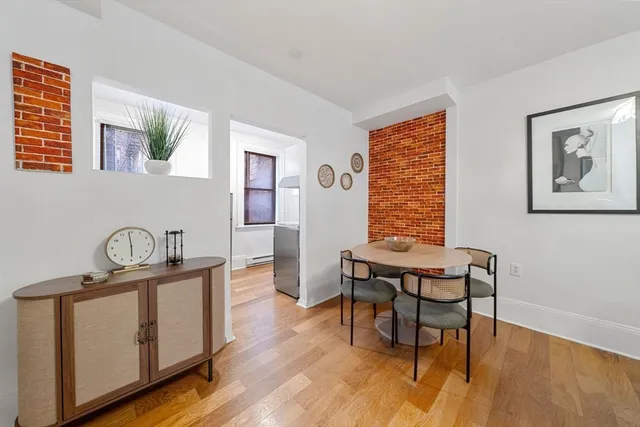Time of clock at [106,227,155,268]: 5:58
